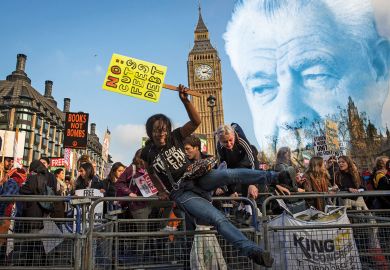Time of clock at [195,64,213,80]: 2:18
